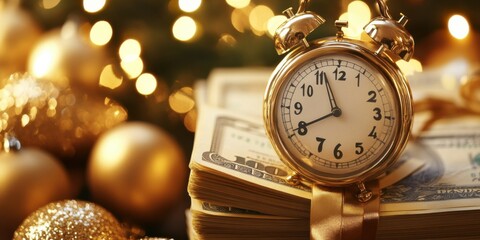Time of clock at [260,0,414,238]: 7:56
